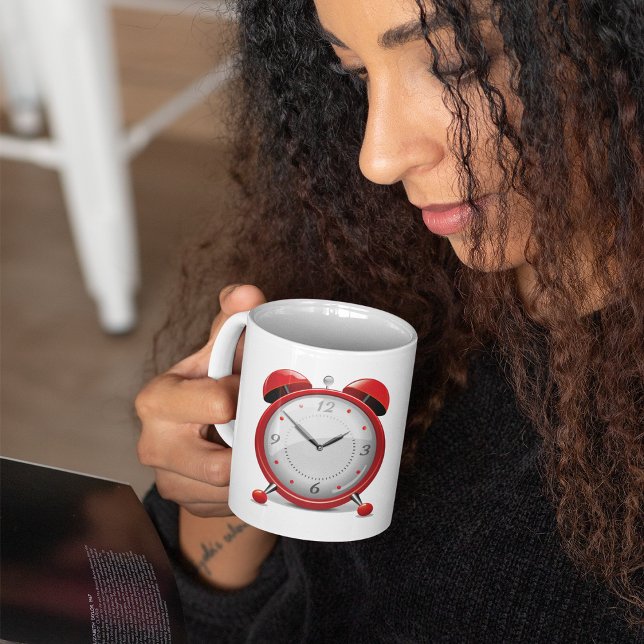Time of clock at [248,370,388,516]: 1:51
